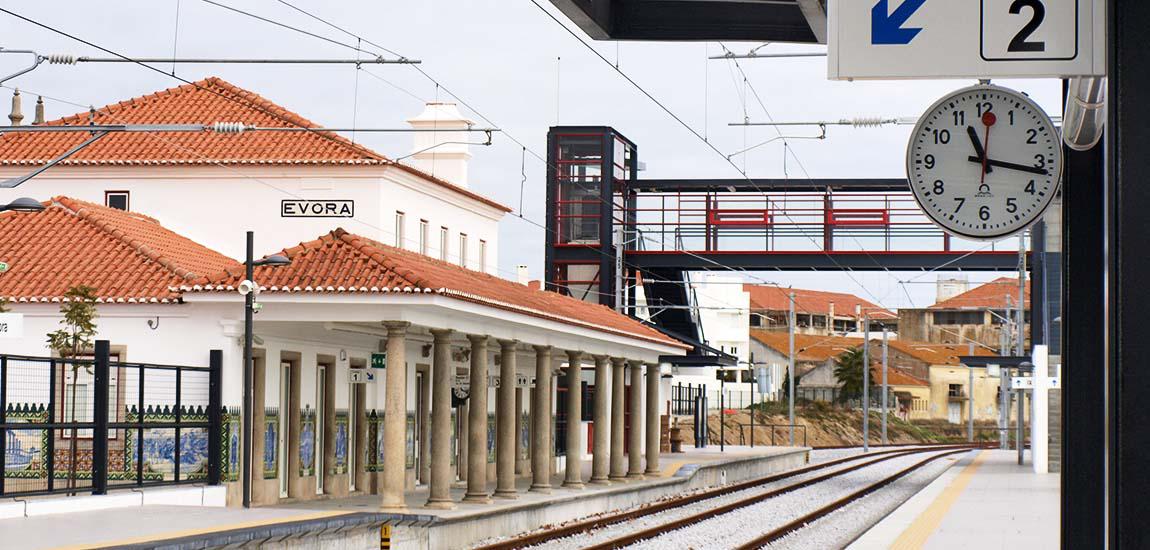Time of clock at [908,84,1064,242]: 11:16
